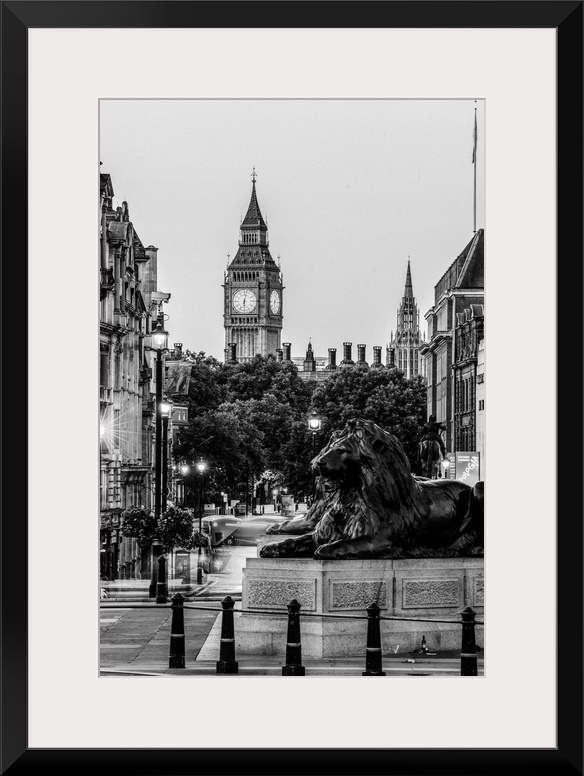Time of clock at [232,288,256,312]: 6:02
